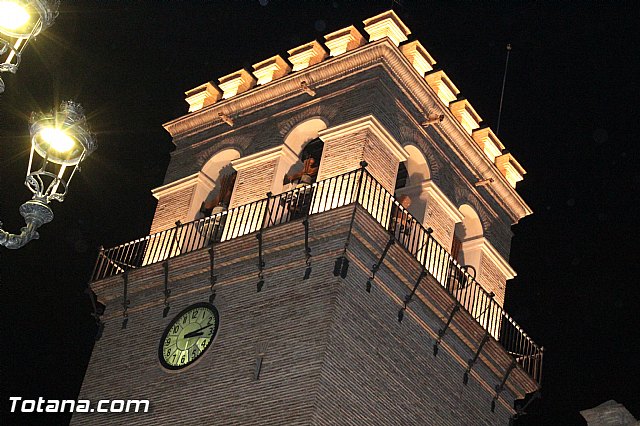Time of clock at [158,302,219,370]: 3:12
